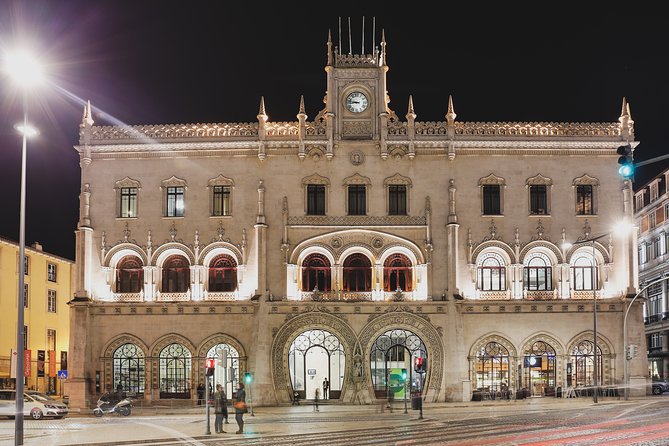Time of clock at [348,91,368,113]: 8:47
